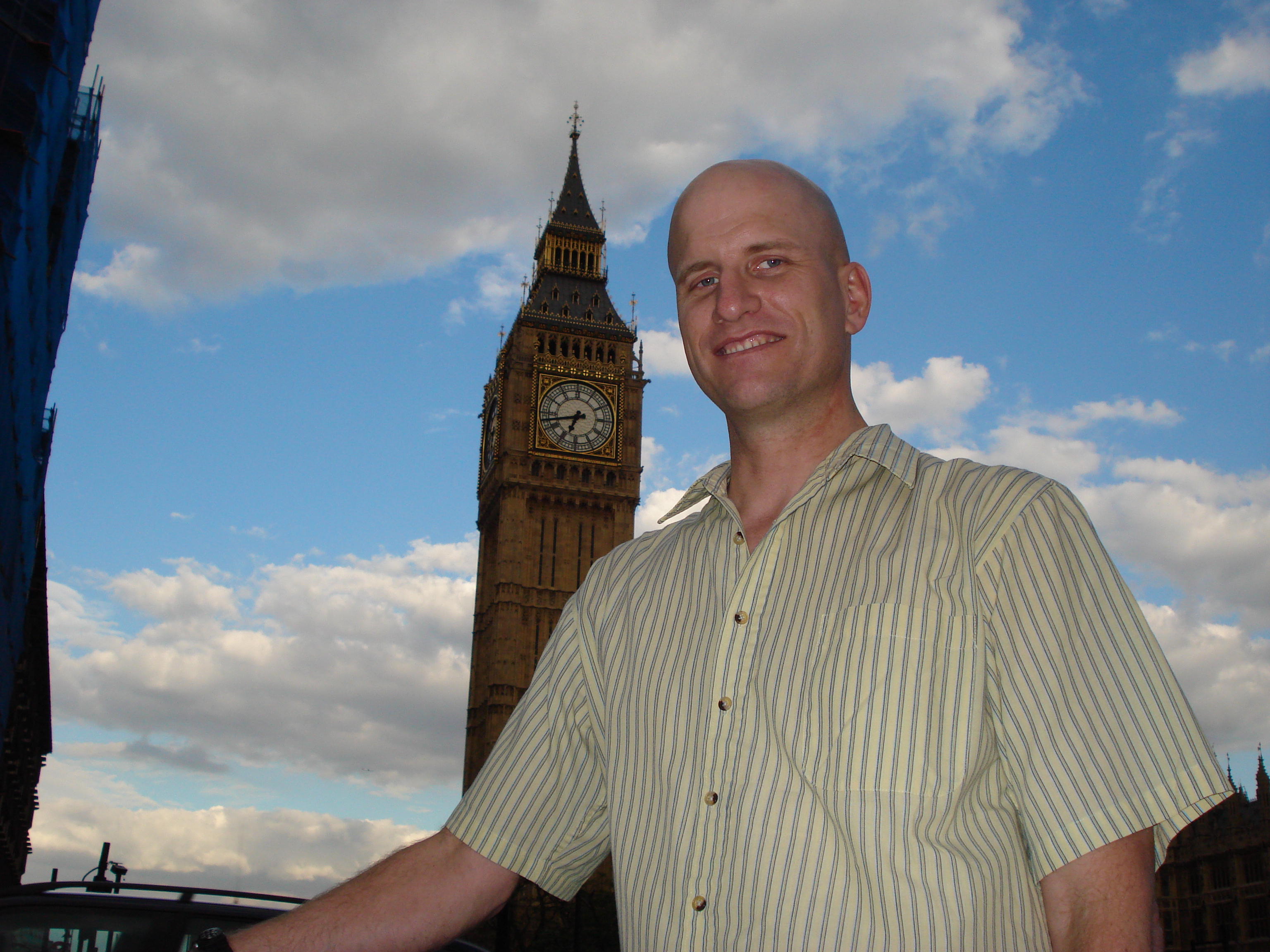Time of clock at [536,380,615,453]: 6:42
